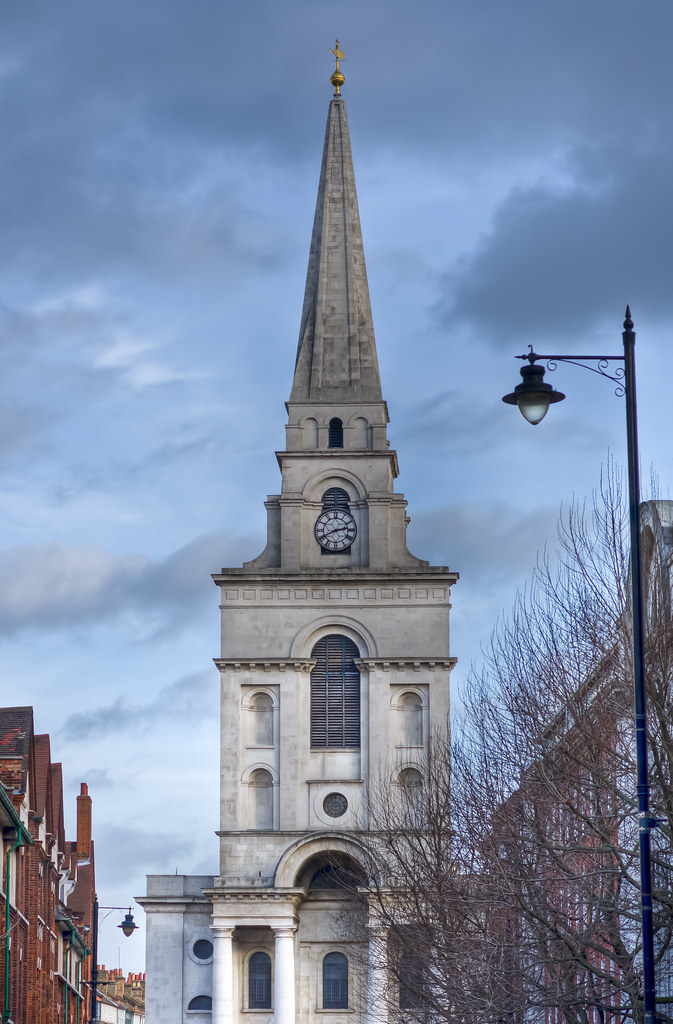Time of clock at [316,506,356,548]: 2:40
